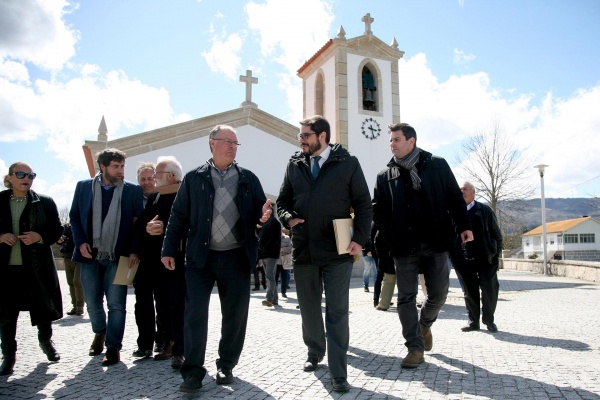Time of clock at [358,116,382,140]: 3:27
